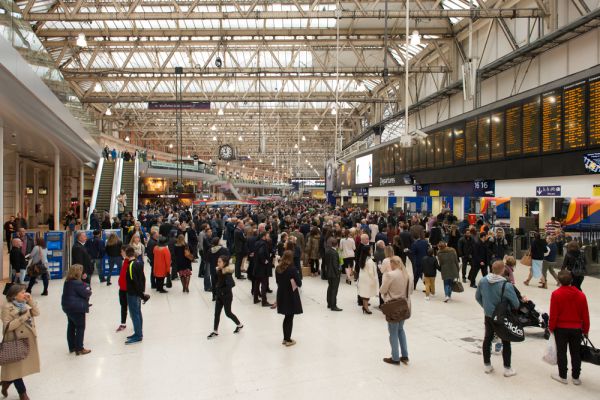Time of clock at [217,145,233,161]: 11:42
